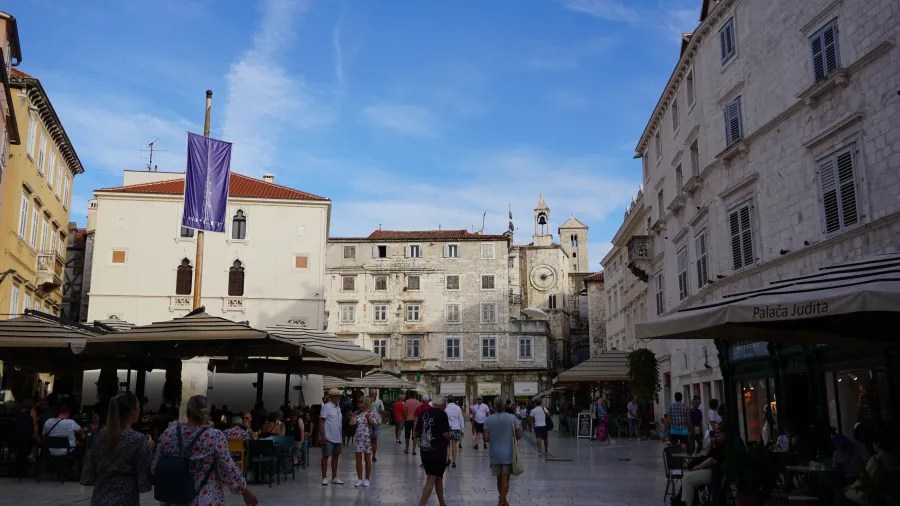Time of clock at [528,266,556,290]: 6:11
